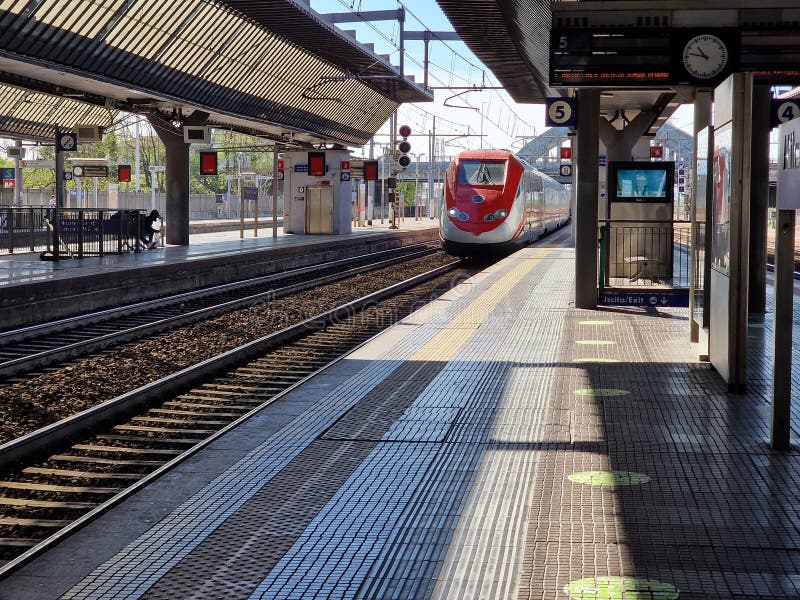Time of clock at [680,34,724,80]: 10:47
